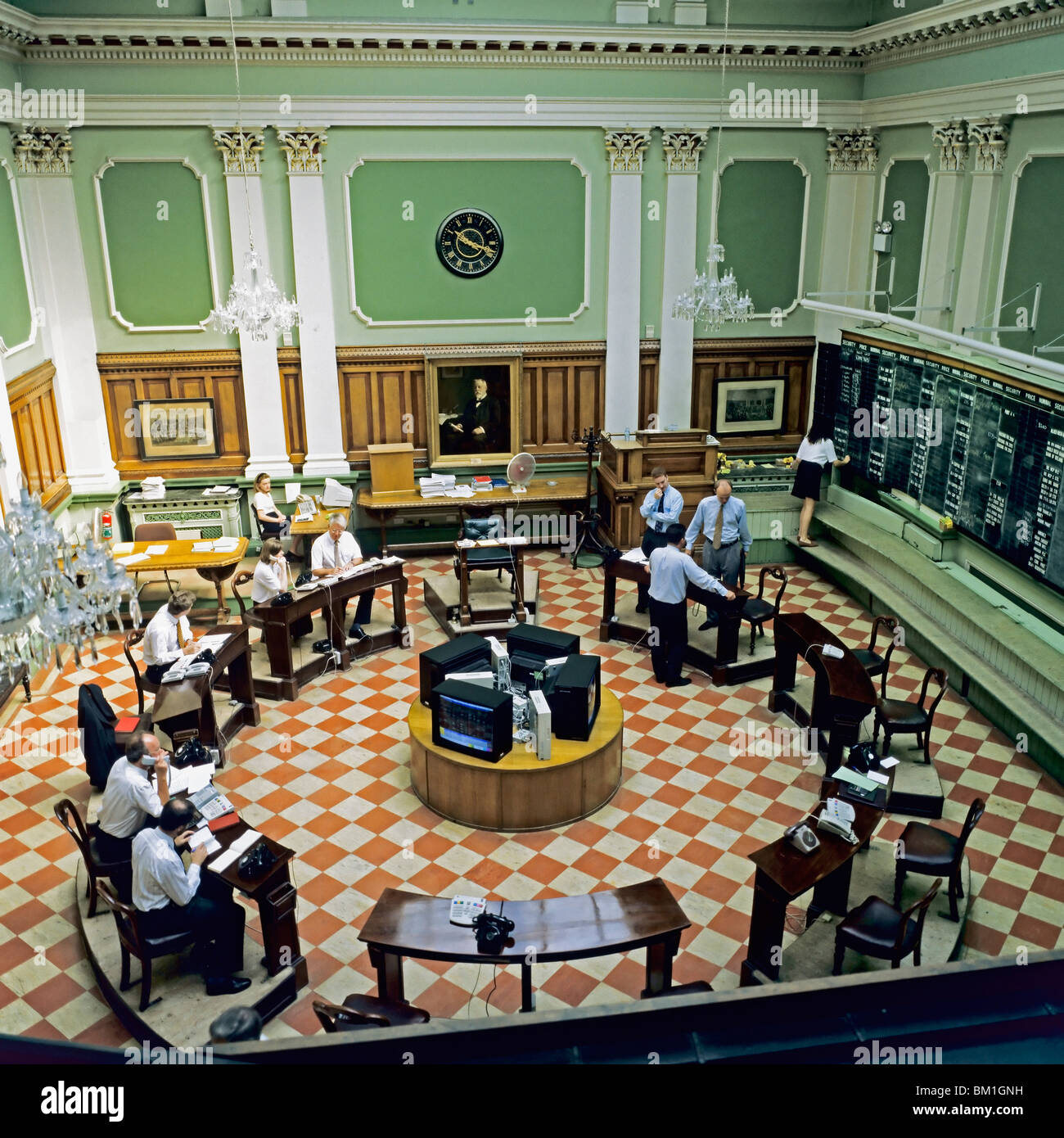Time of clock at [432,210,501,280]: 10:18
